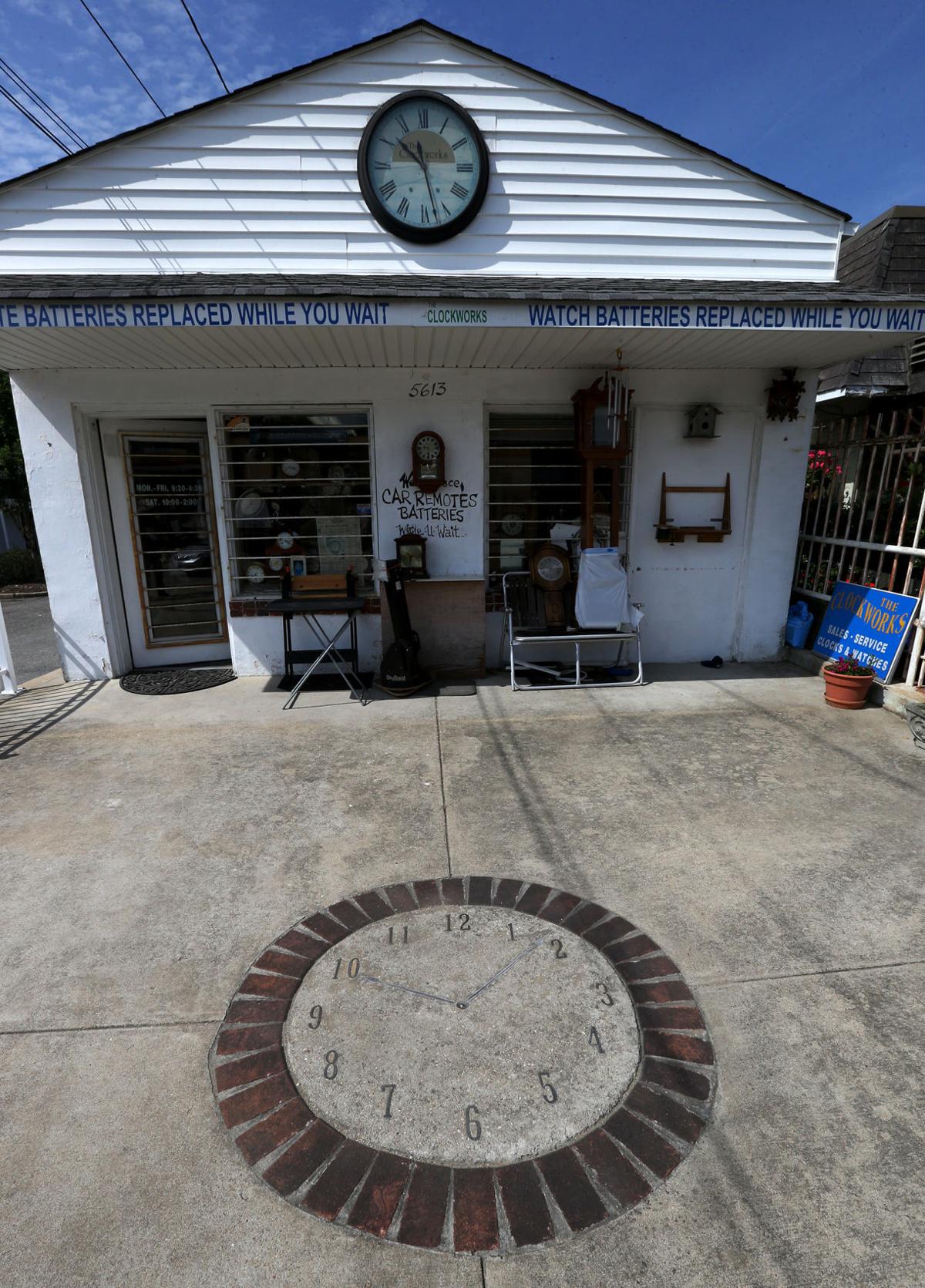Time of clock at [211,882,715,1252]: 12:48
